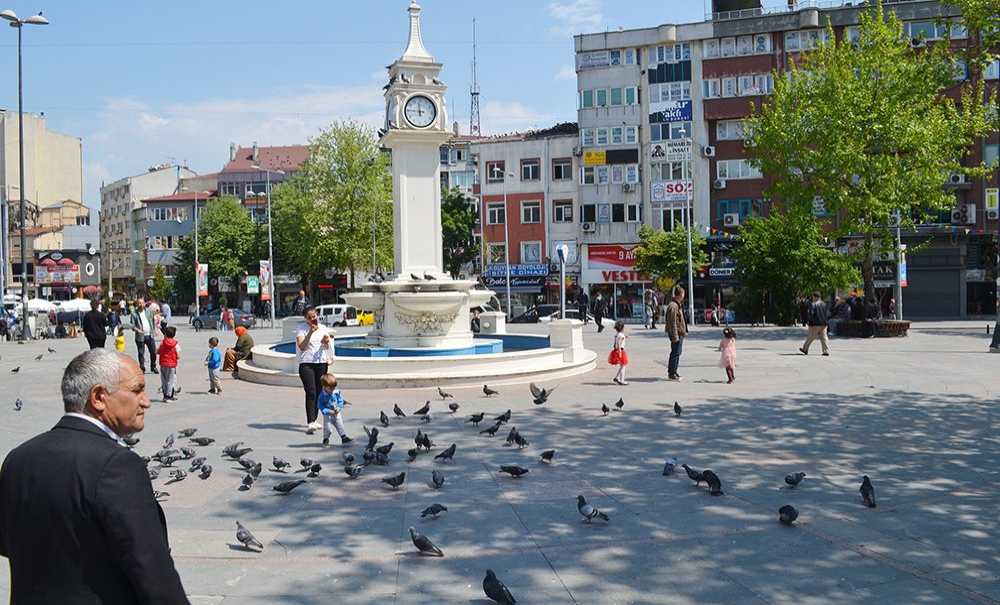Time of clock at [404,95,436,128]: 11:45
